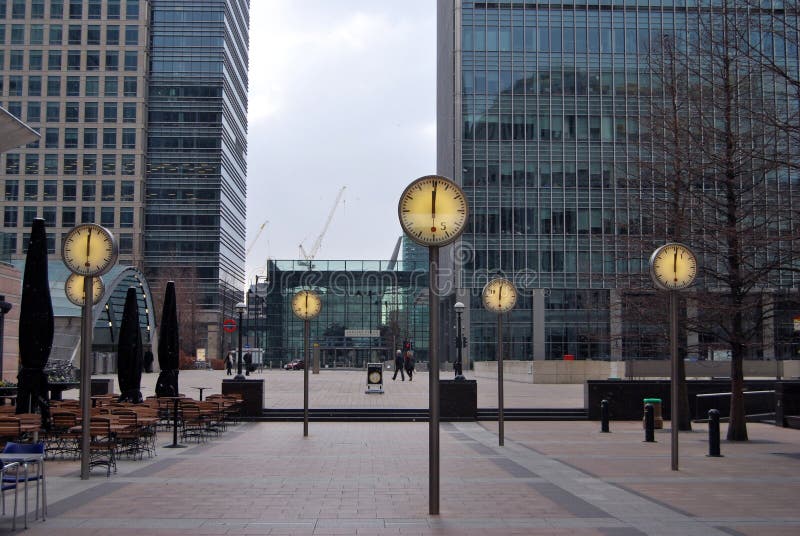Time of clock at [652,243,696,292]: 6:01
